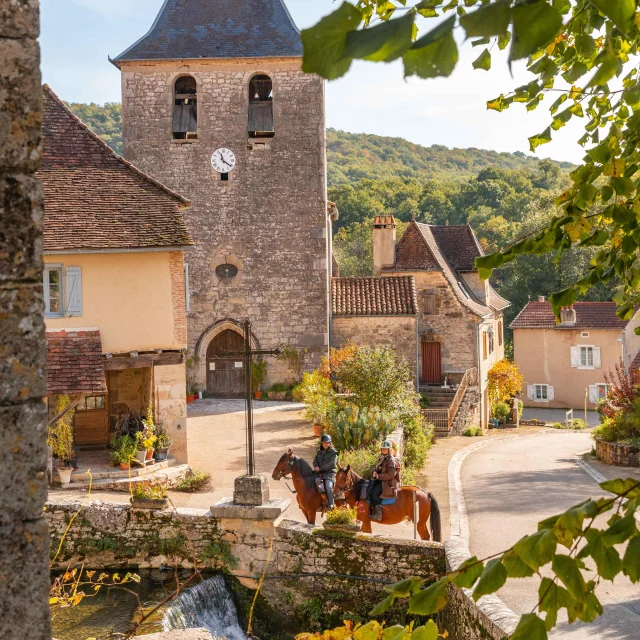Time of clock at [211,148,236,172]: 11:21
